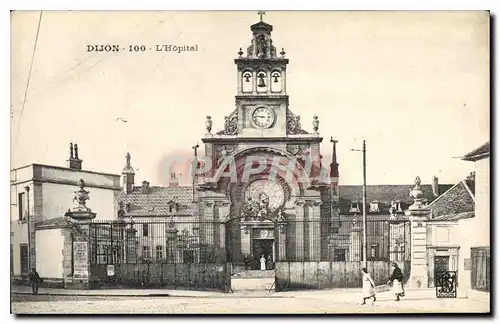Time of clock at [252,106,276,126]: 8:46
